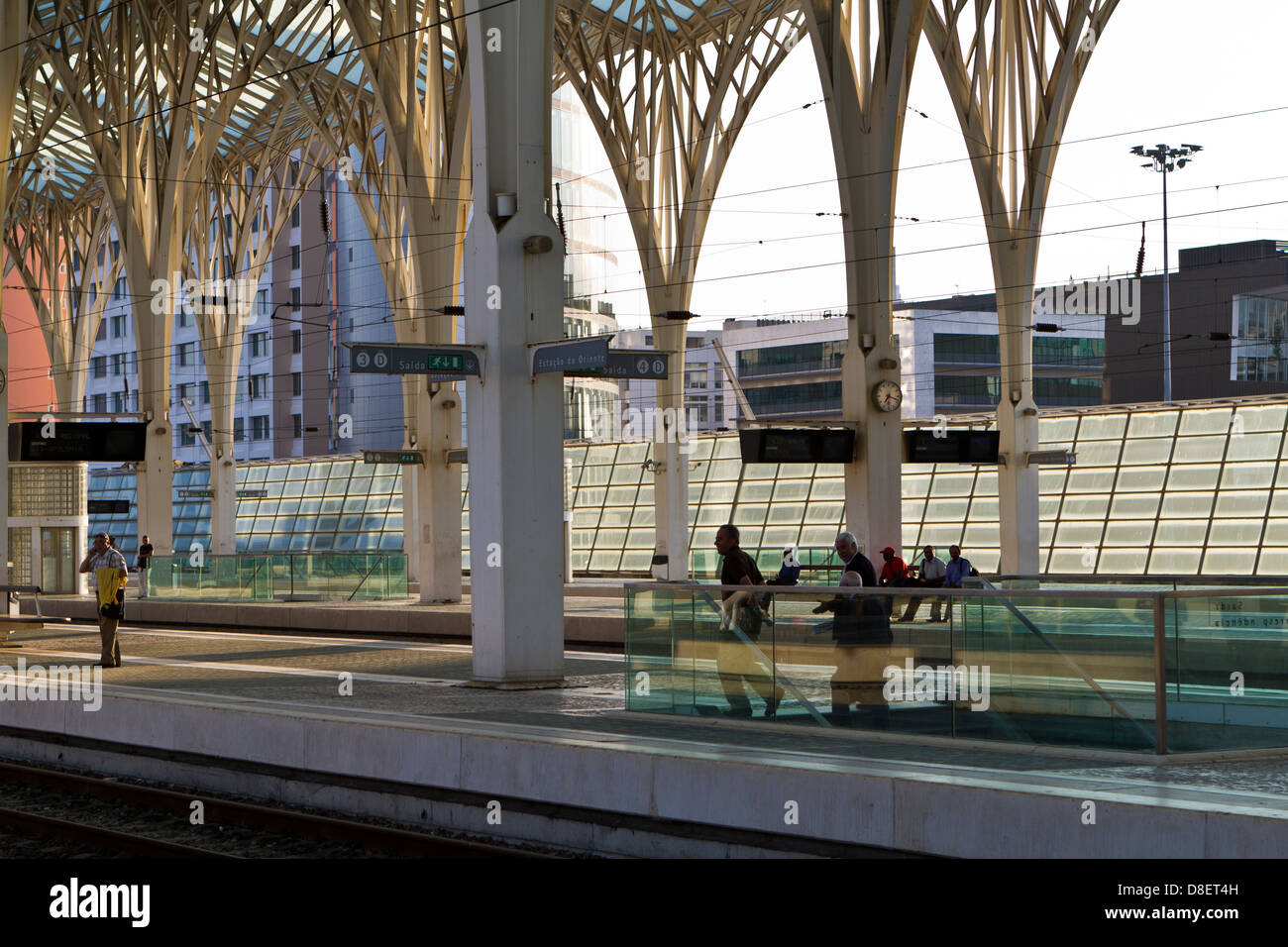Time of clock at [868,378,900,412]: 7:17
